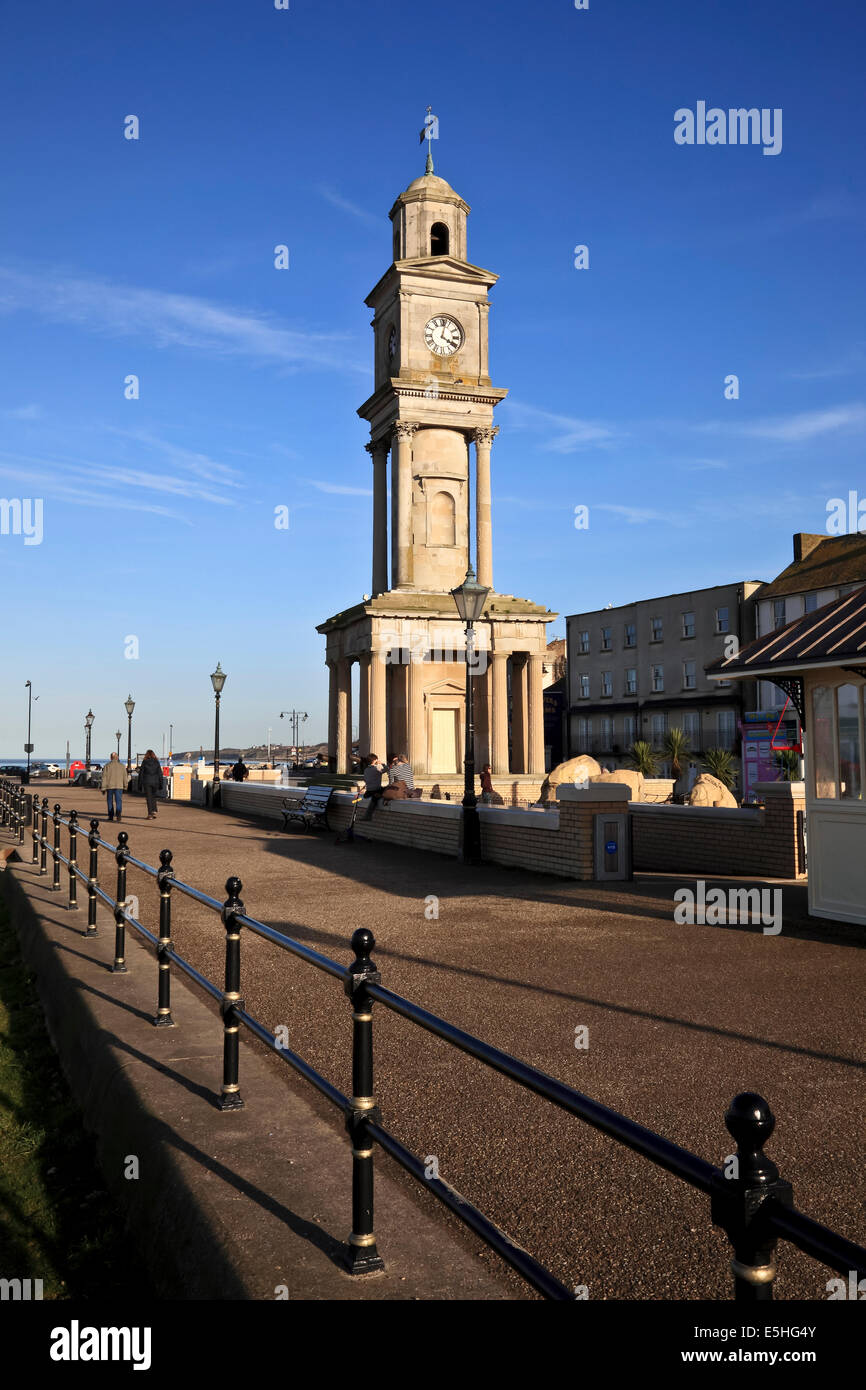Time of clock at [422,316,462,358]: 4:02
